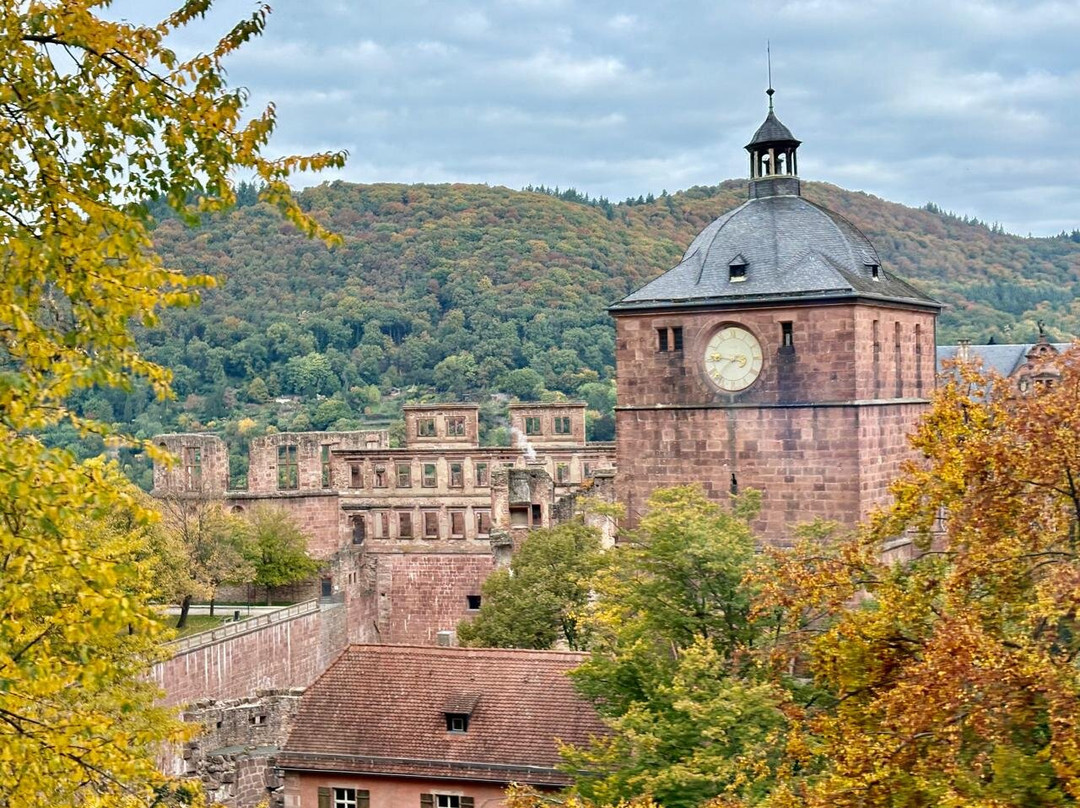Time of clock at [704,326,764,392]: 7:46
